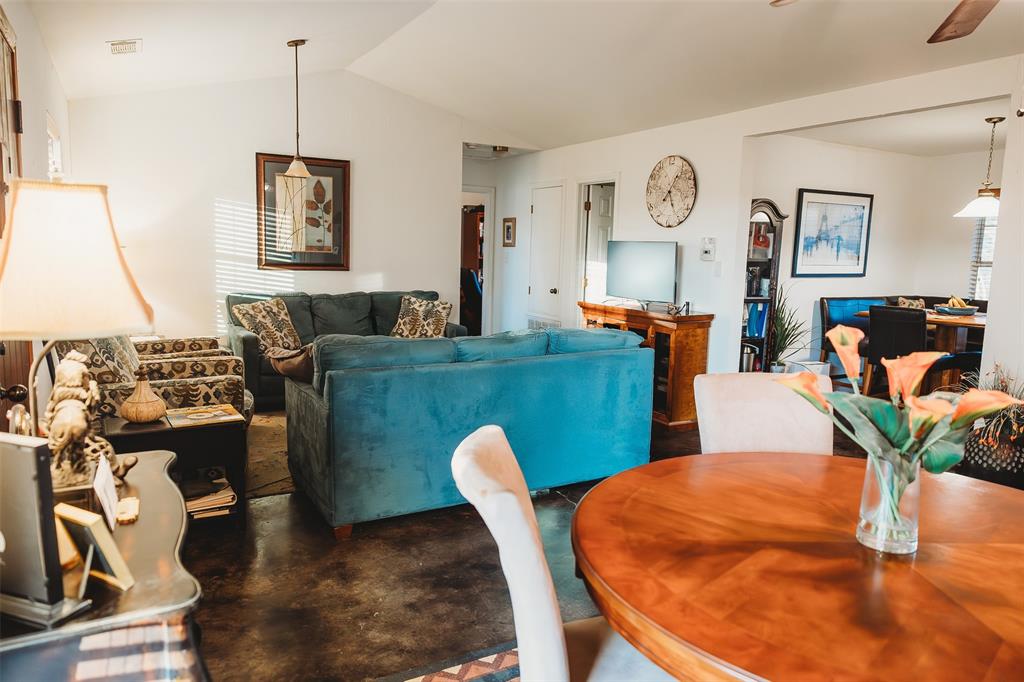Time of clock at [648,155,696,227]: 5:06
